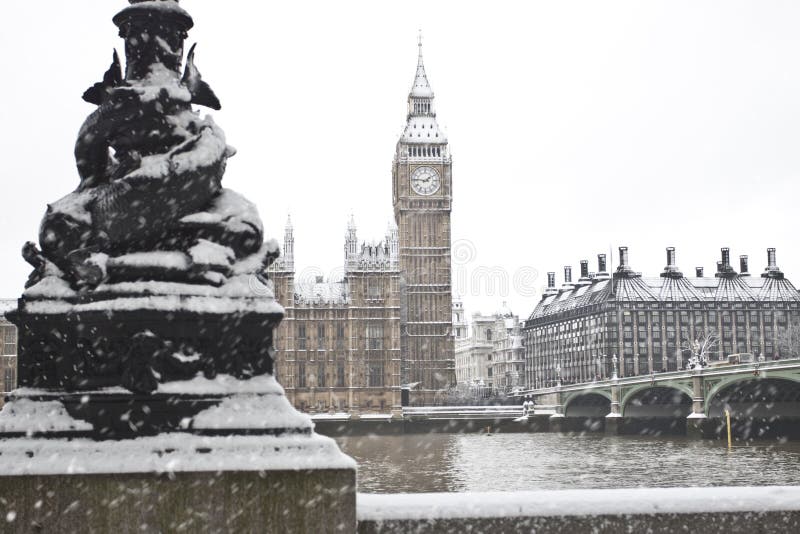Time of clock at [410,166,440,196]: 1:46
